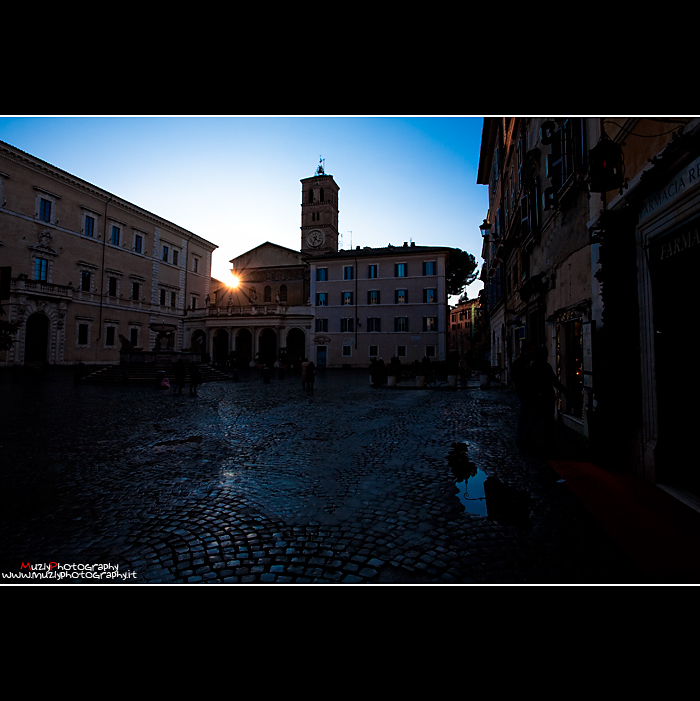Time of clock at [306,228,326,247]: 4:33
